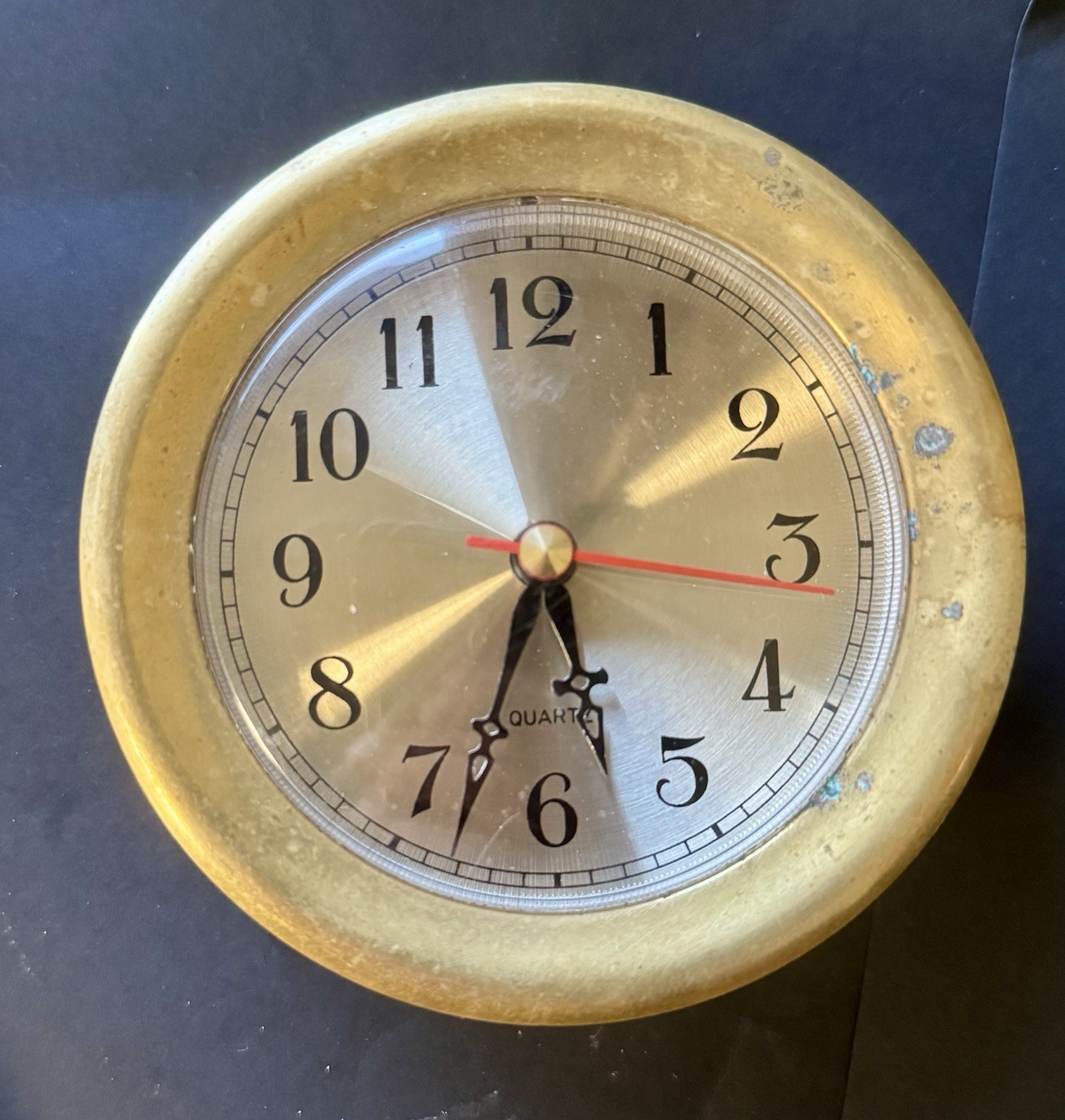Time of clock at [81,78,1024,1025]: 5:33
